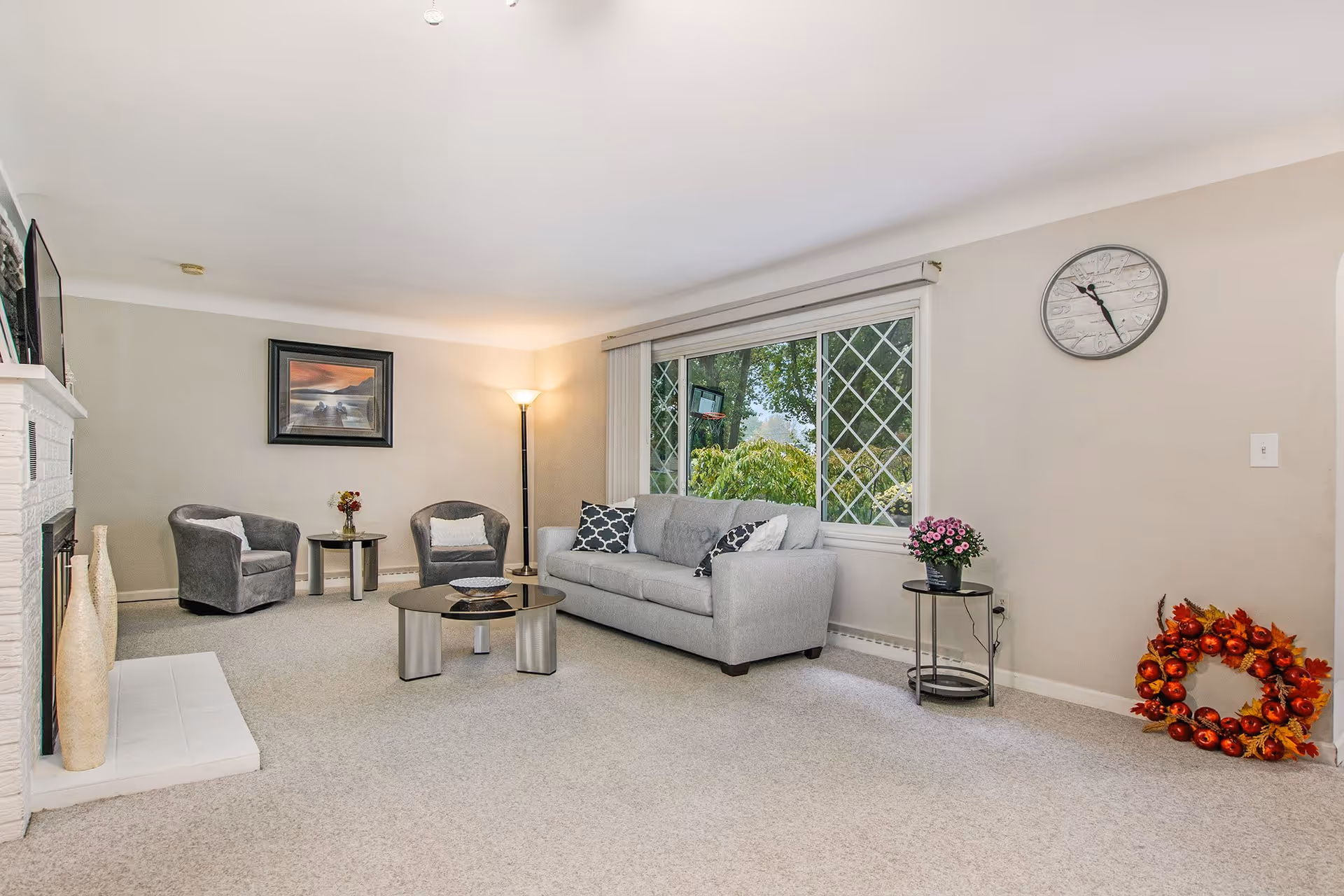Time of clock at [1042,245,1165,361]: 10:25
